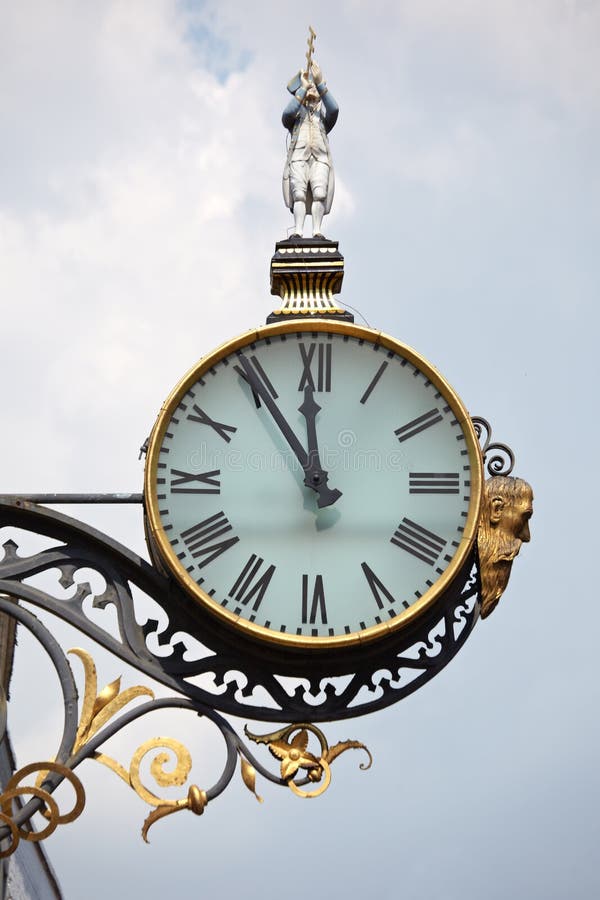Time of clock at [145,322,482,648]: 11:54
